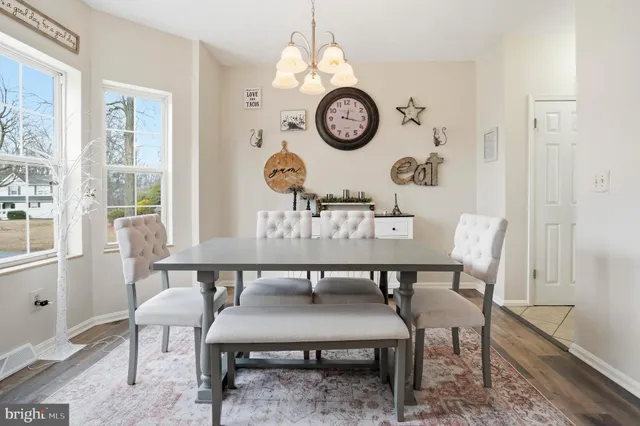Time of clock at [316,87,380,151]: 12:17
